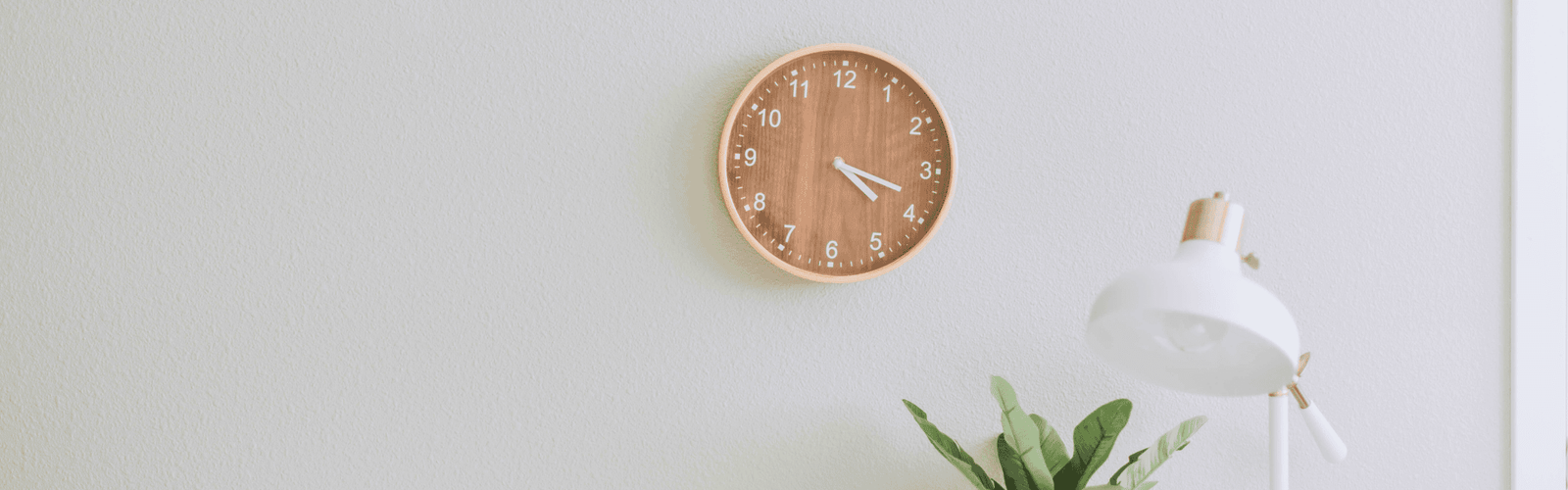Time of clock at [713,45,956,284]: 4:18
